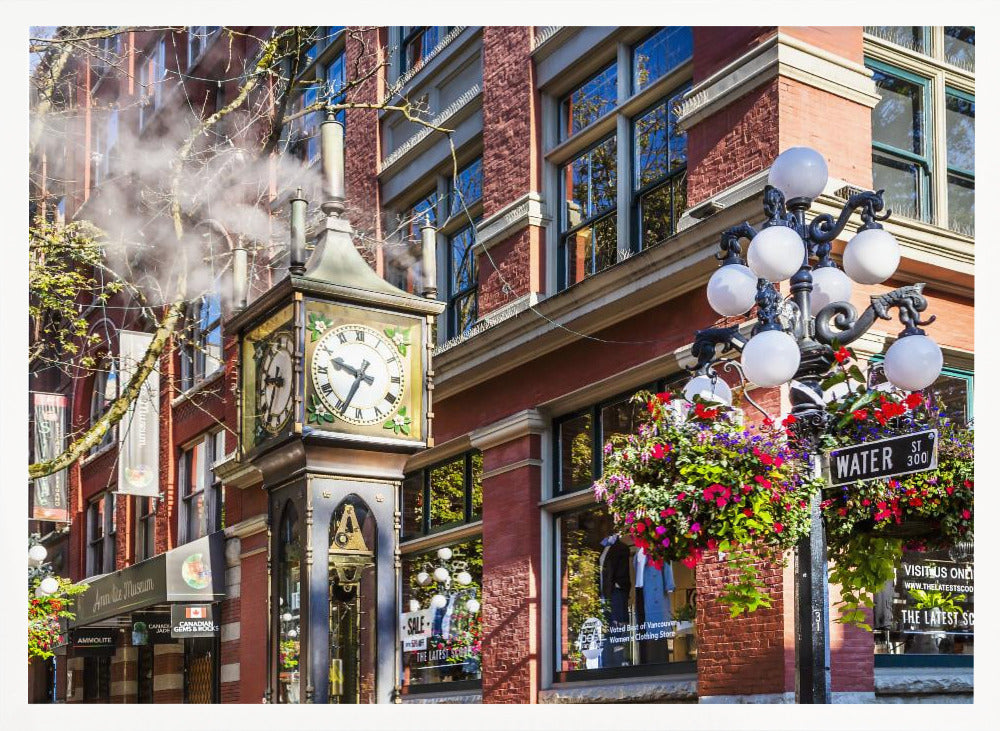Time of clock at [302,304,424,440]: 9:34
